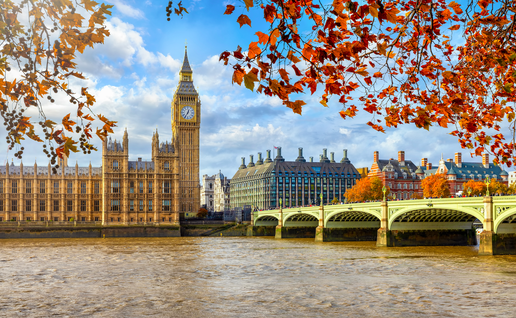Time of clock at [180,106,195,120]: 12:35
